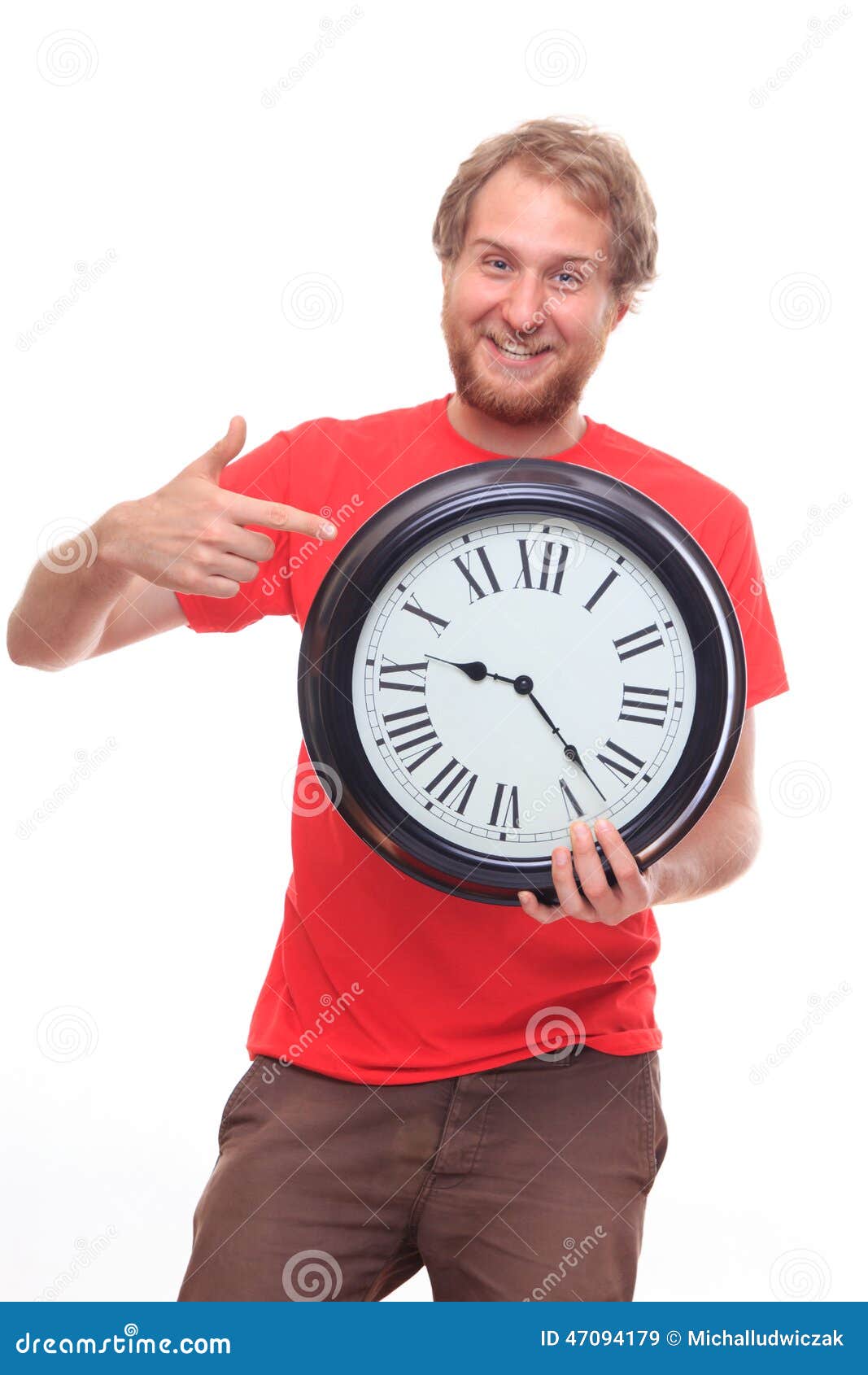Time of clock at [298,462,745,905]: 9:22
